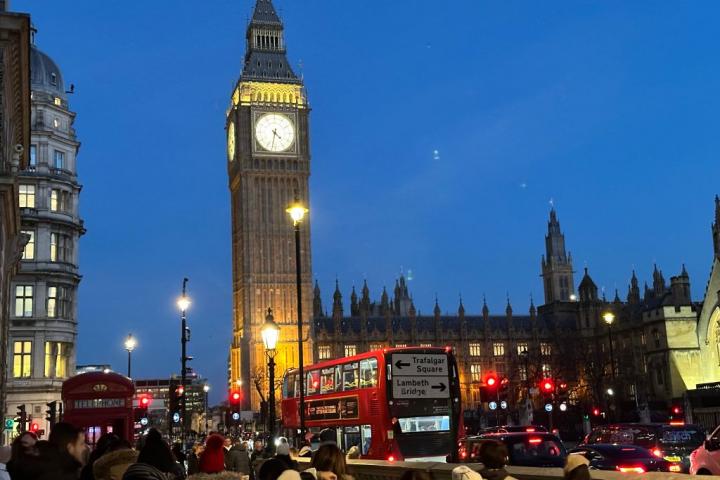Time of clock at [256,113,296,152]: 4:31
